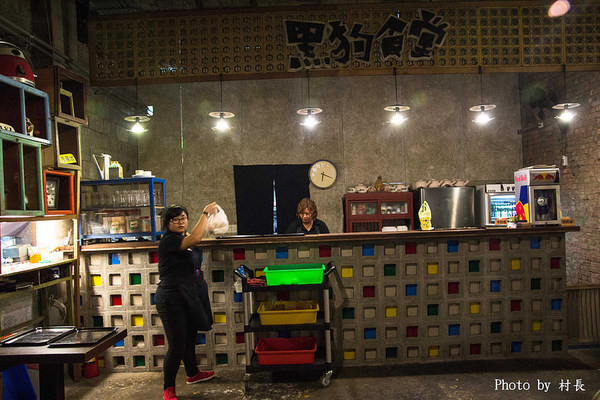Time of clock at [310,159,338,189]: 6:18
